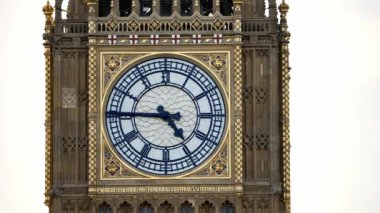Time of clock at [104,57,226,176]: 4:45
